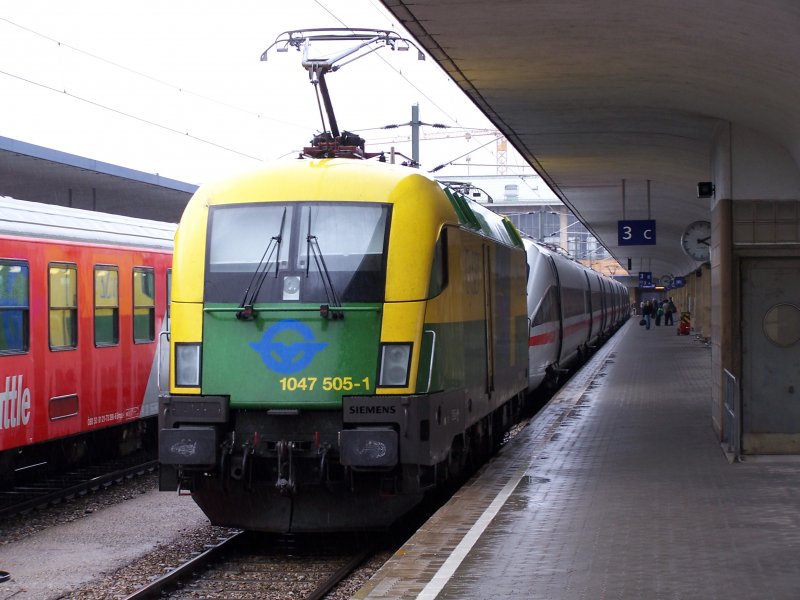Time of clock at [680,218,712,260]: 2:18
